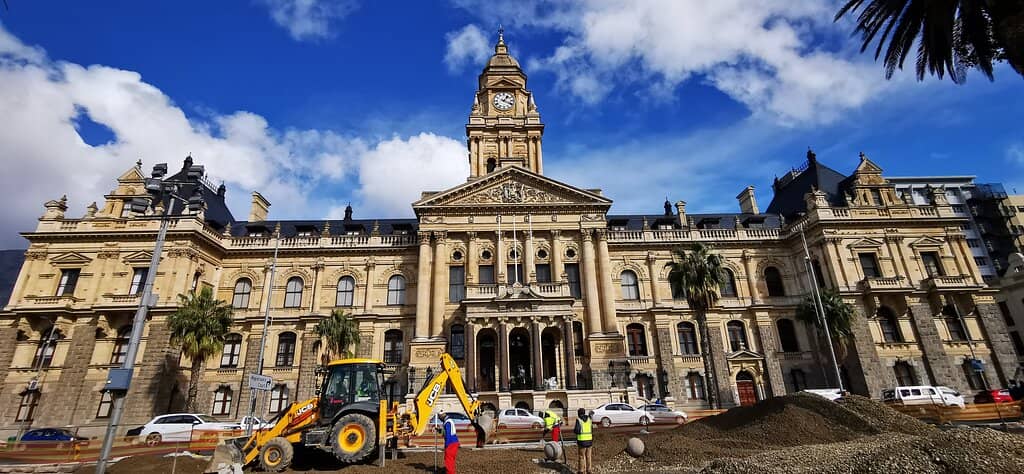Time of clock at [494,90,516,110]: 1:18
